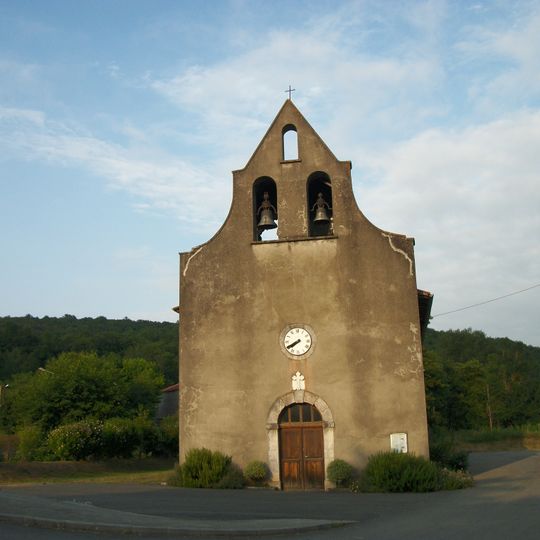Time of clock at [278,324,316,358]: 7:40
